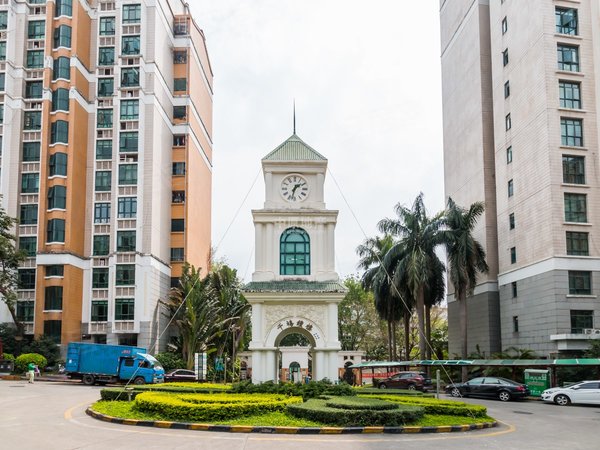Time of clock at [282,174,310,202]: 1:32
